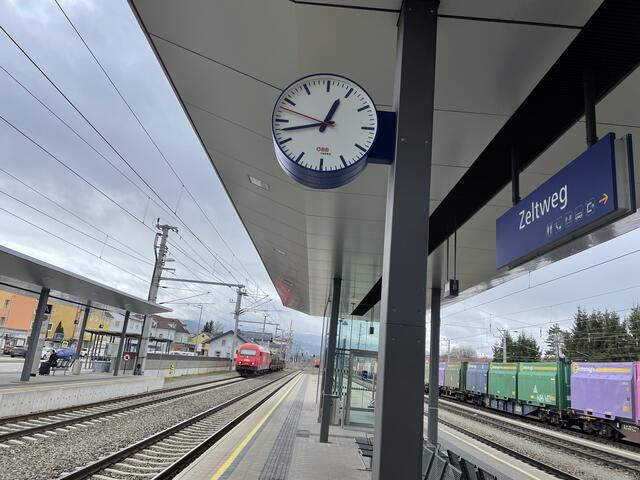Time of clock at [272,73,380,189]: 12:42
